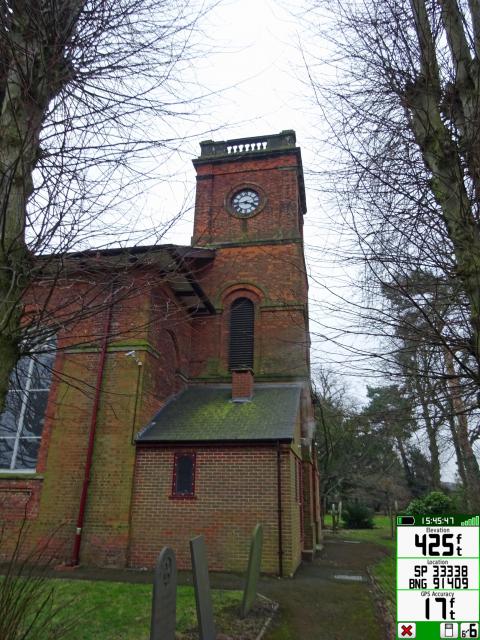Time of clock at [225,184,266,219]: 3:43
